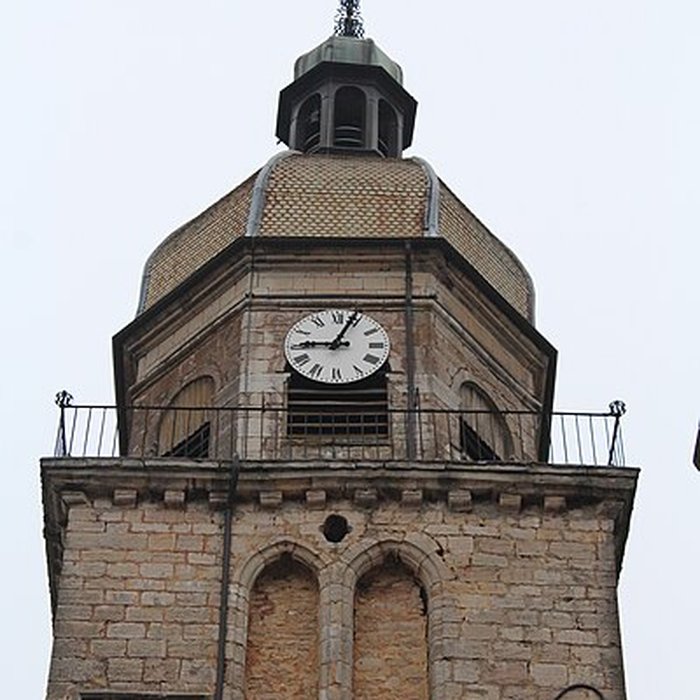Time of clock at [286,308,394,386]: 9:03
